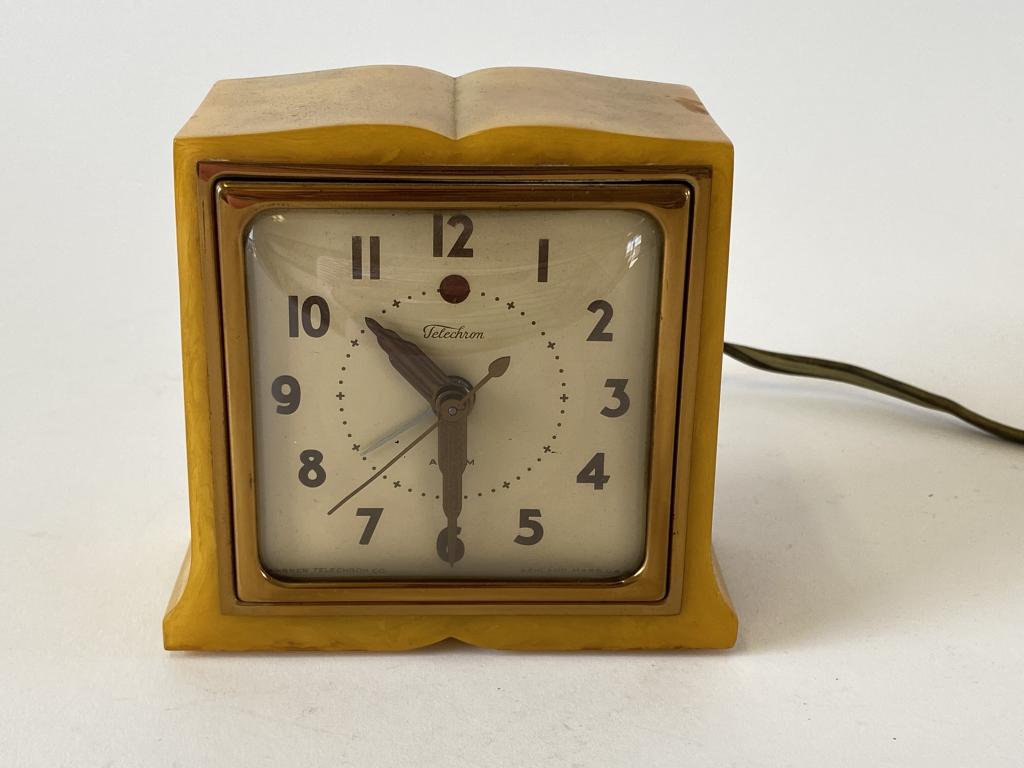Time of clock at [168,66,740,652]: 10:29
